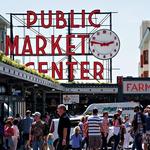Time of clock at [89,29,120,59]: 2:46
